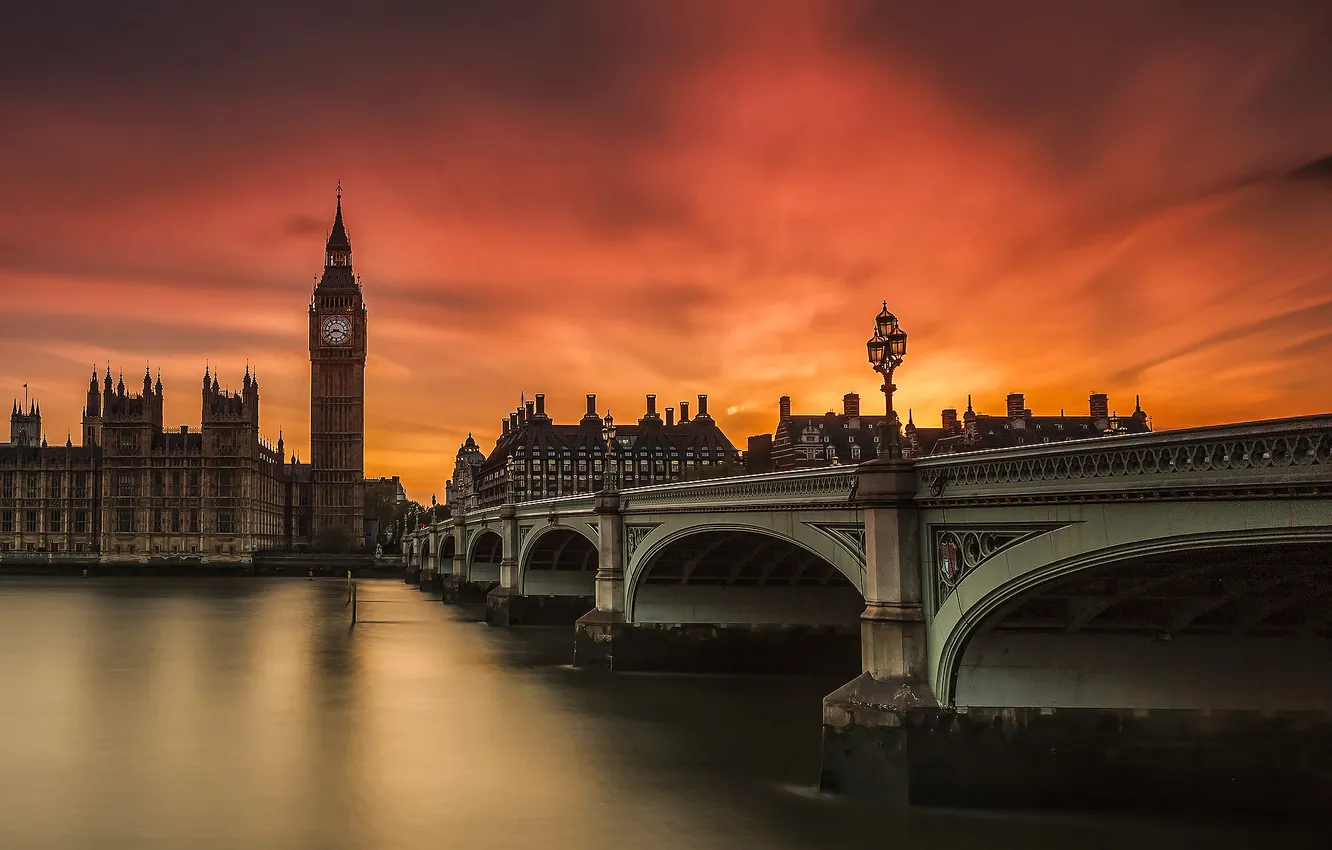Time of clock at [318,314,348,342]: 8:18
